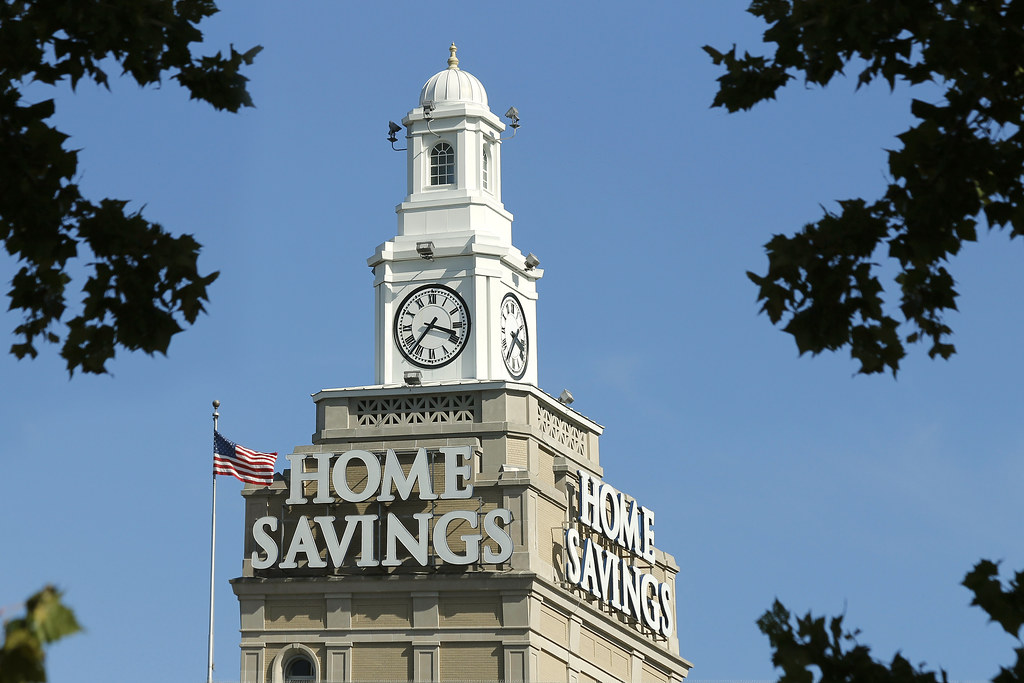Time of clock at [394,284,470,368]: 3:36
